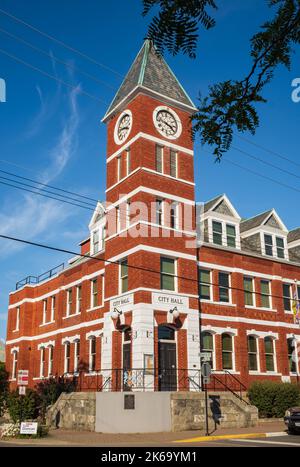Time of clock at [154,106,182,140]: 3:47
